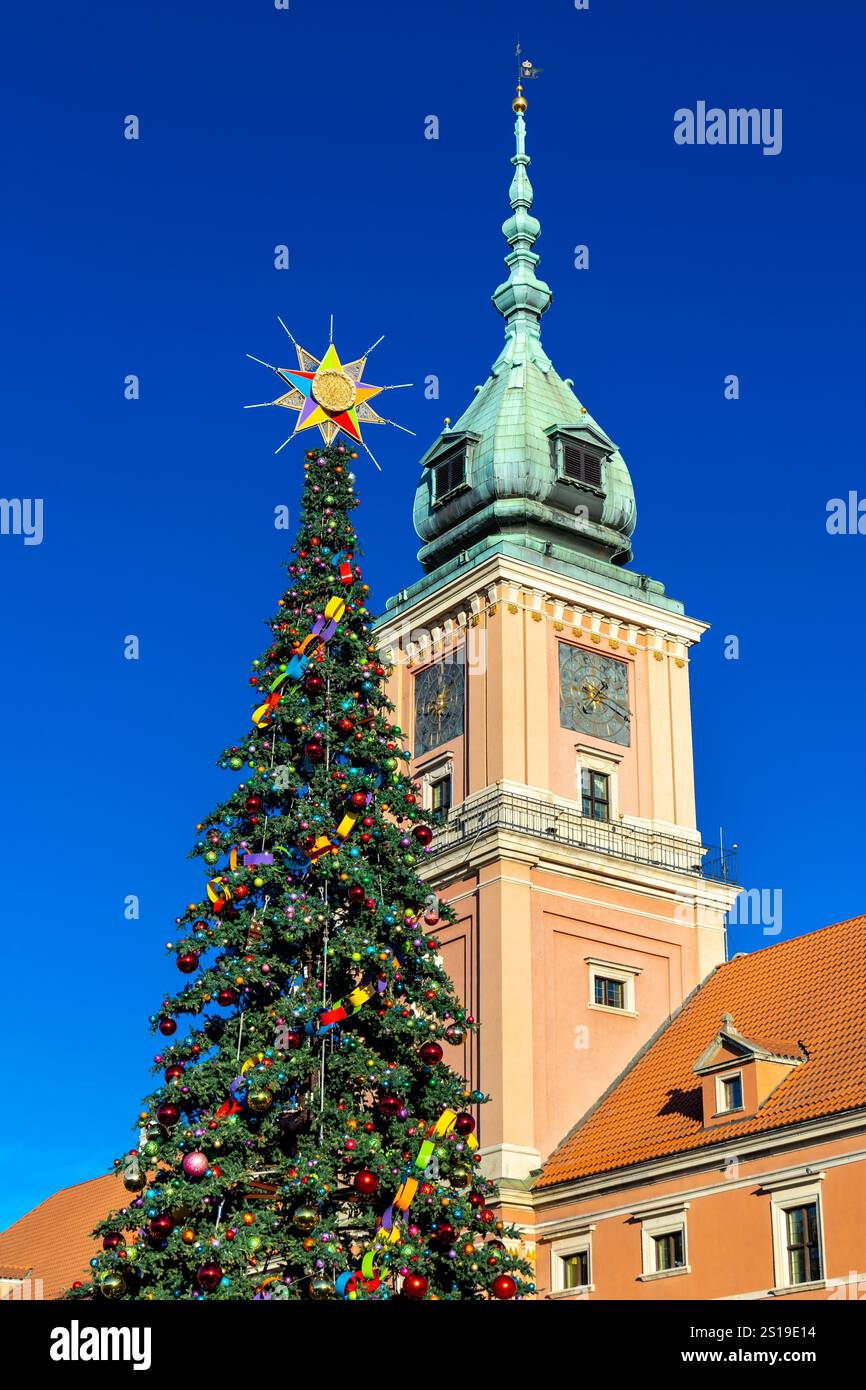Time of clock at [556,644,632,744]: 1:18
